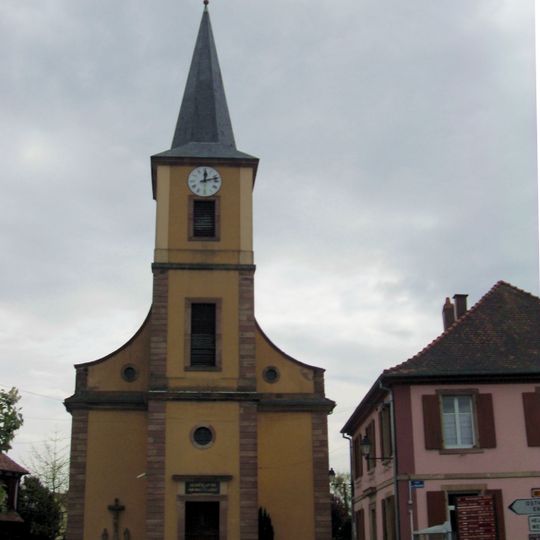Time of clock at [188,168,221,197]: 12:12
